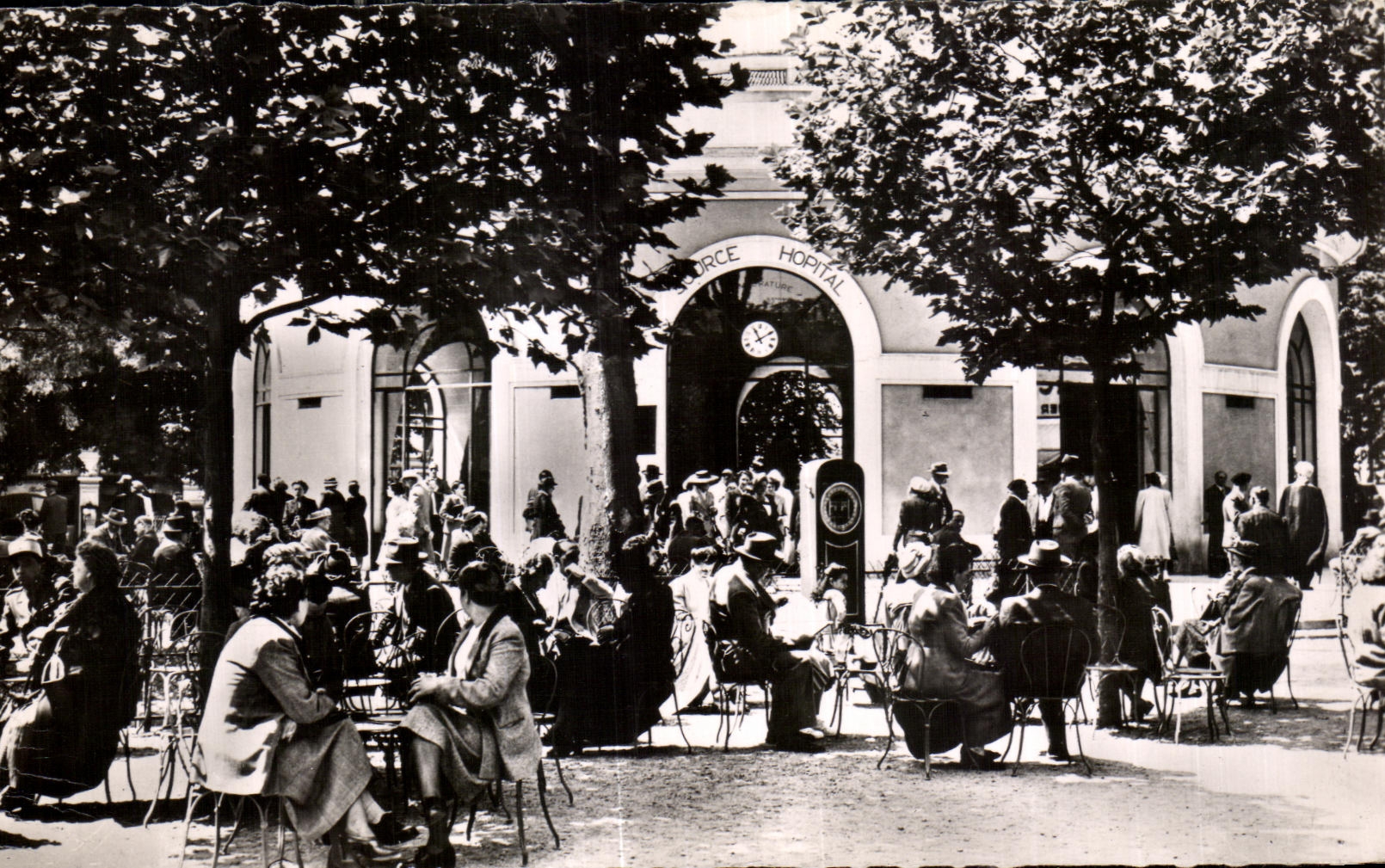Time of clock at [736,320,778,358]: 11:09
